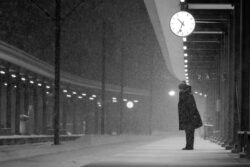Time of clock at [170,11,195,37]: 10:33
